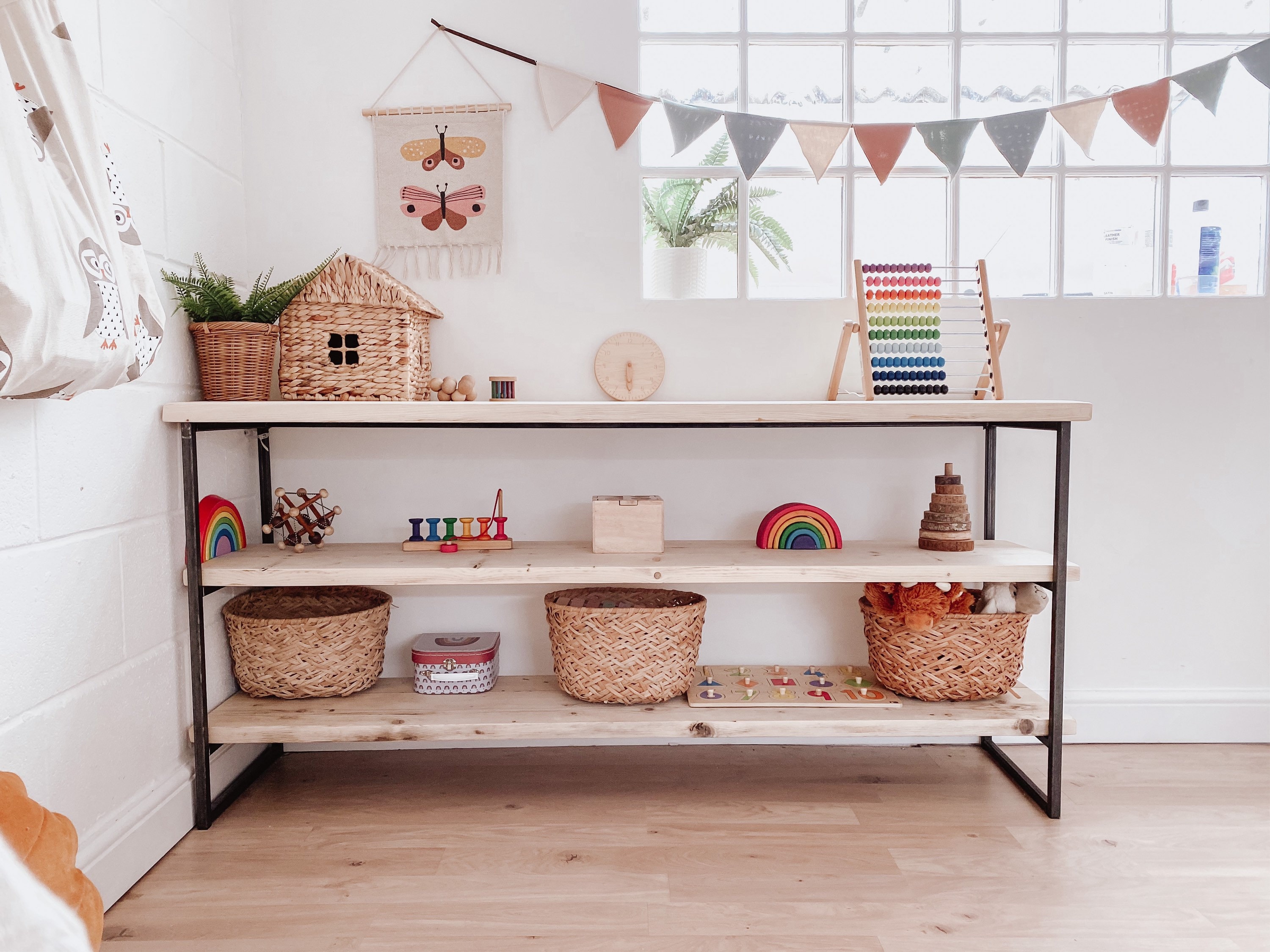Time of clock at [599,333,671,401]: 5:30
